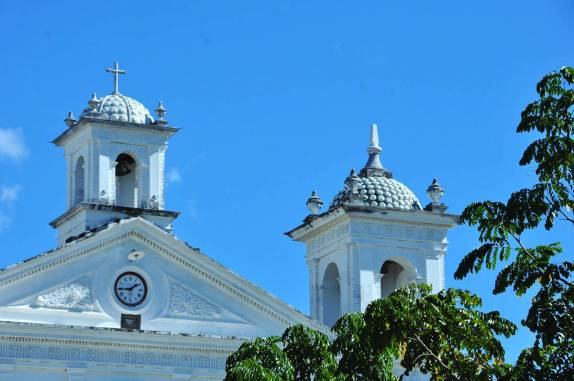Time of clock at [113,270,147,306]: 1:44
